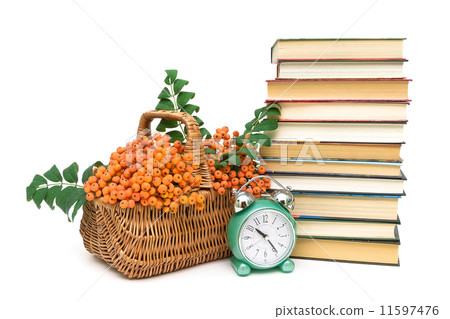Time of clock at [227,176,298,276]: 10:23
